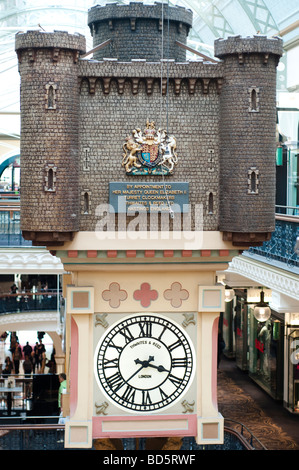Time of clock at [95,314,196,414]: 3:37
